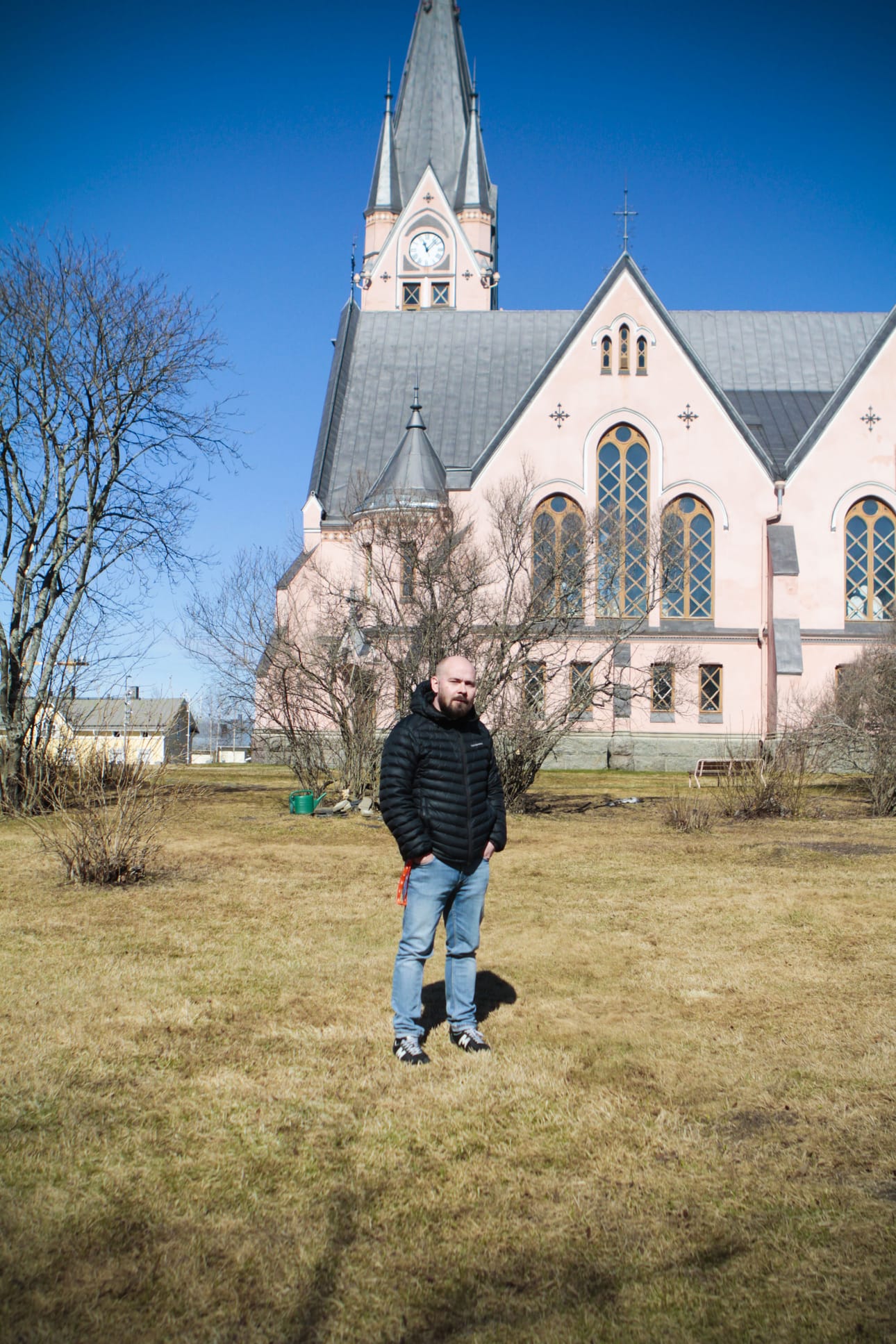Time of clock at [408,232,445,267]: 11:07
